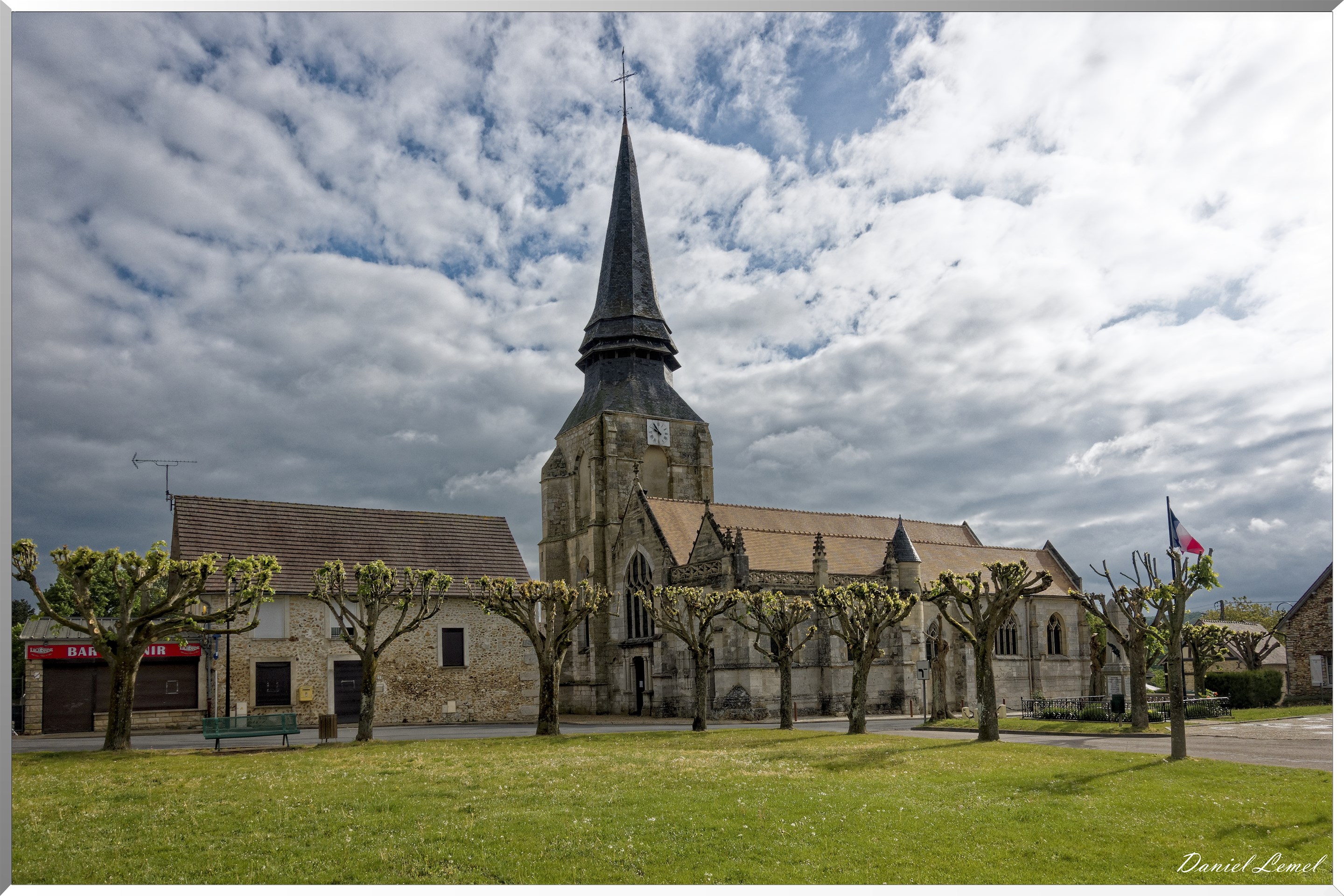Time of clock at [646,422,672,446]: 9:54
